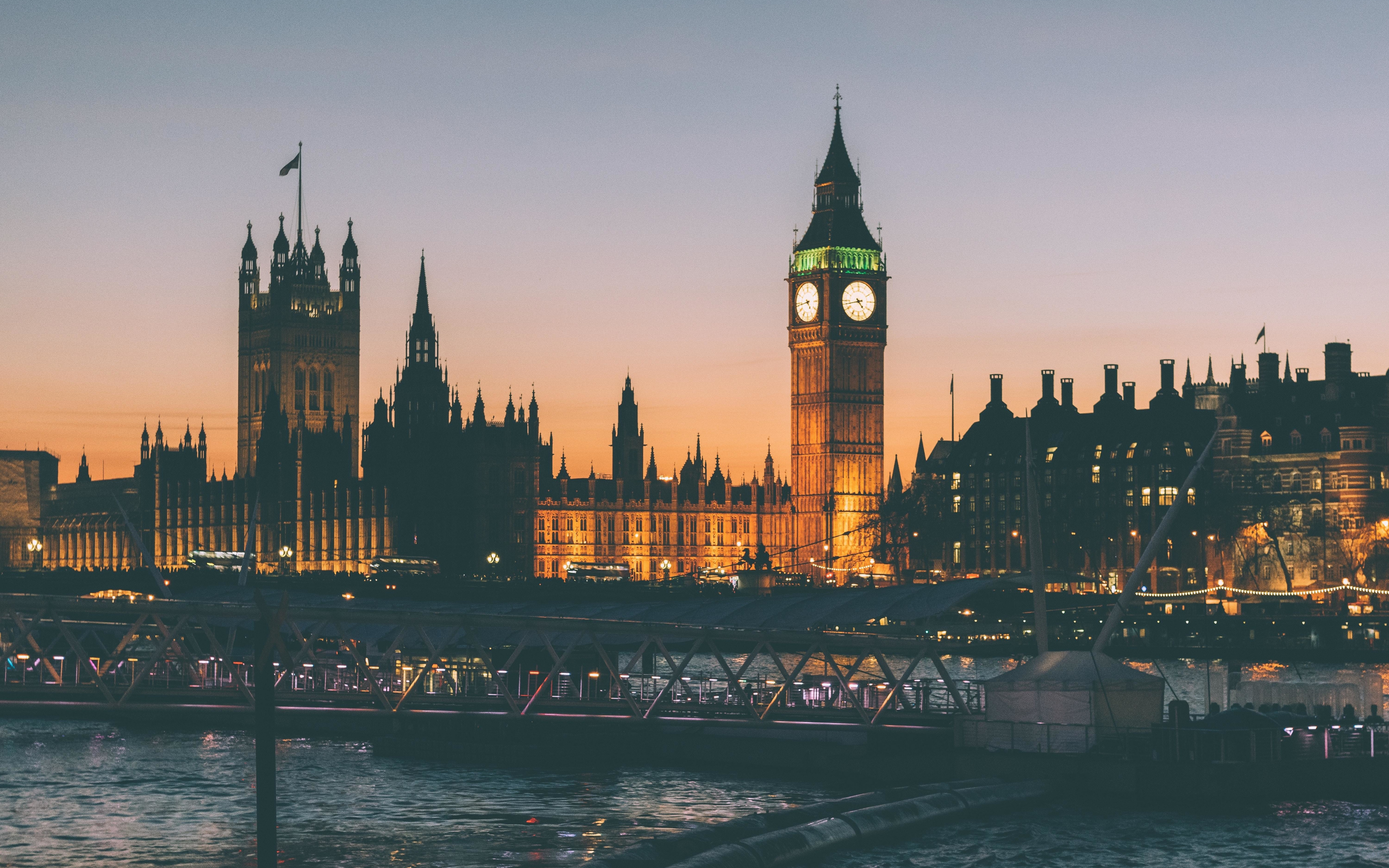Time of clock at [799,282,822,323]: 4:43
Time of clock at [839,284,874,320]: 4:42
